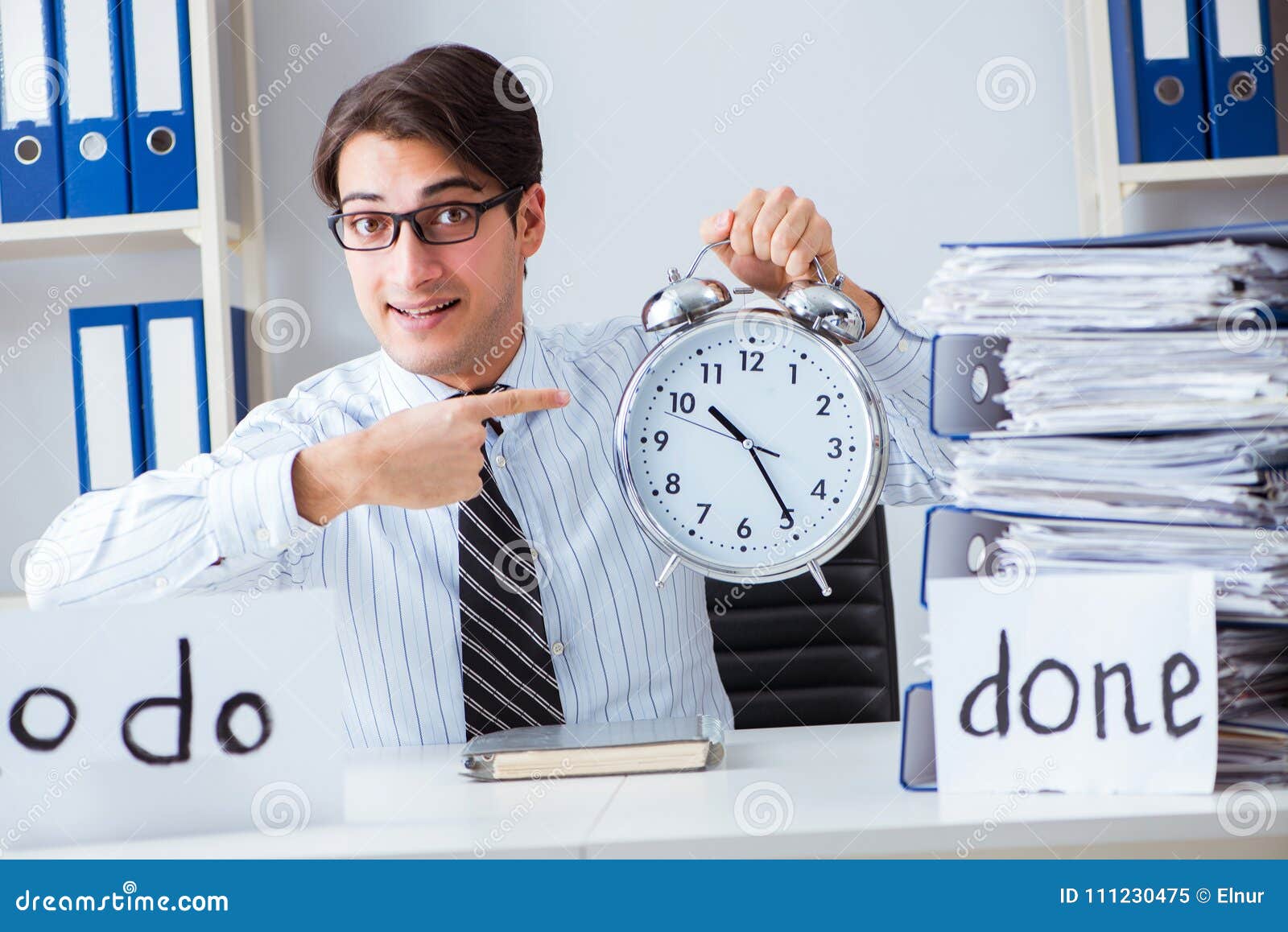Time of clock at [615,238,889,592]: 10:24
